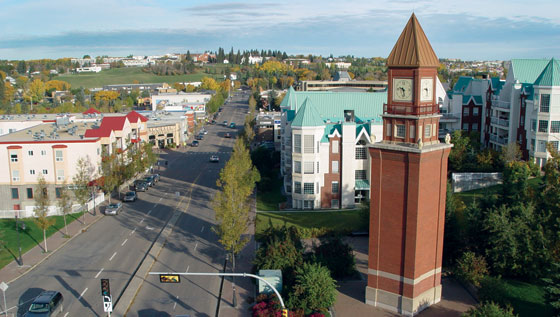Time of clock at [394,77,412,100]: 9:28
